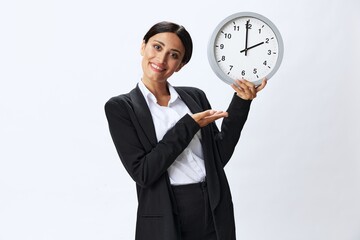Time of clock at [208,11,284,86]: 1:59
